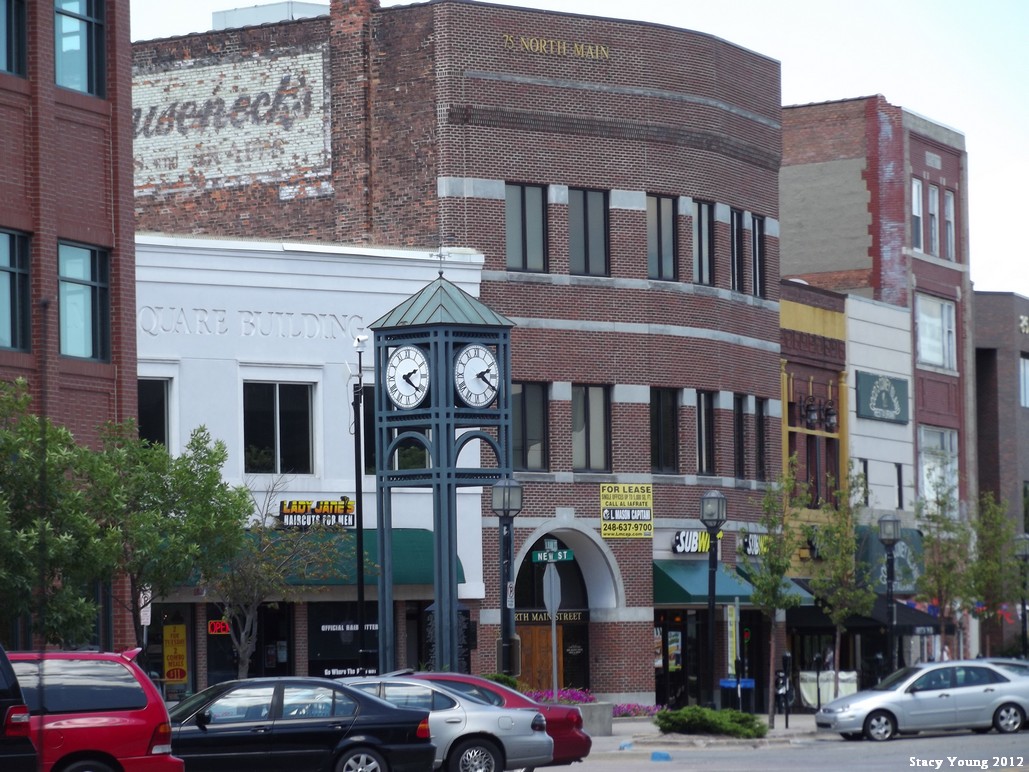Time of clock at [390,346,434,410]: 2:21
